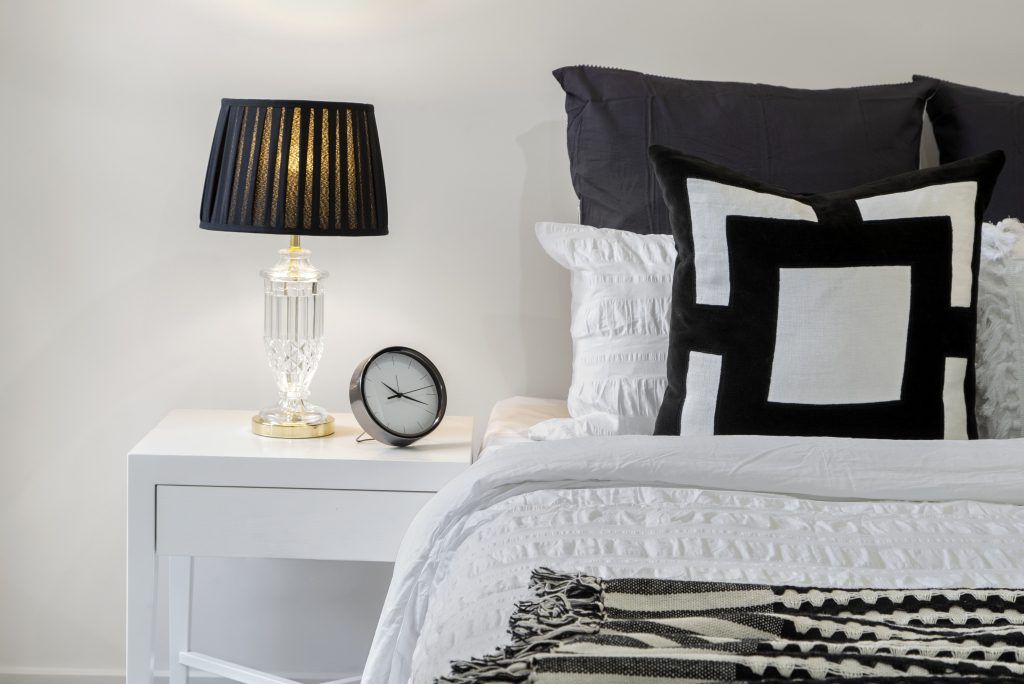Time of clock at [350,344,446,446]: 10:18
